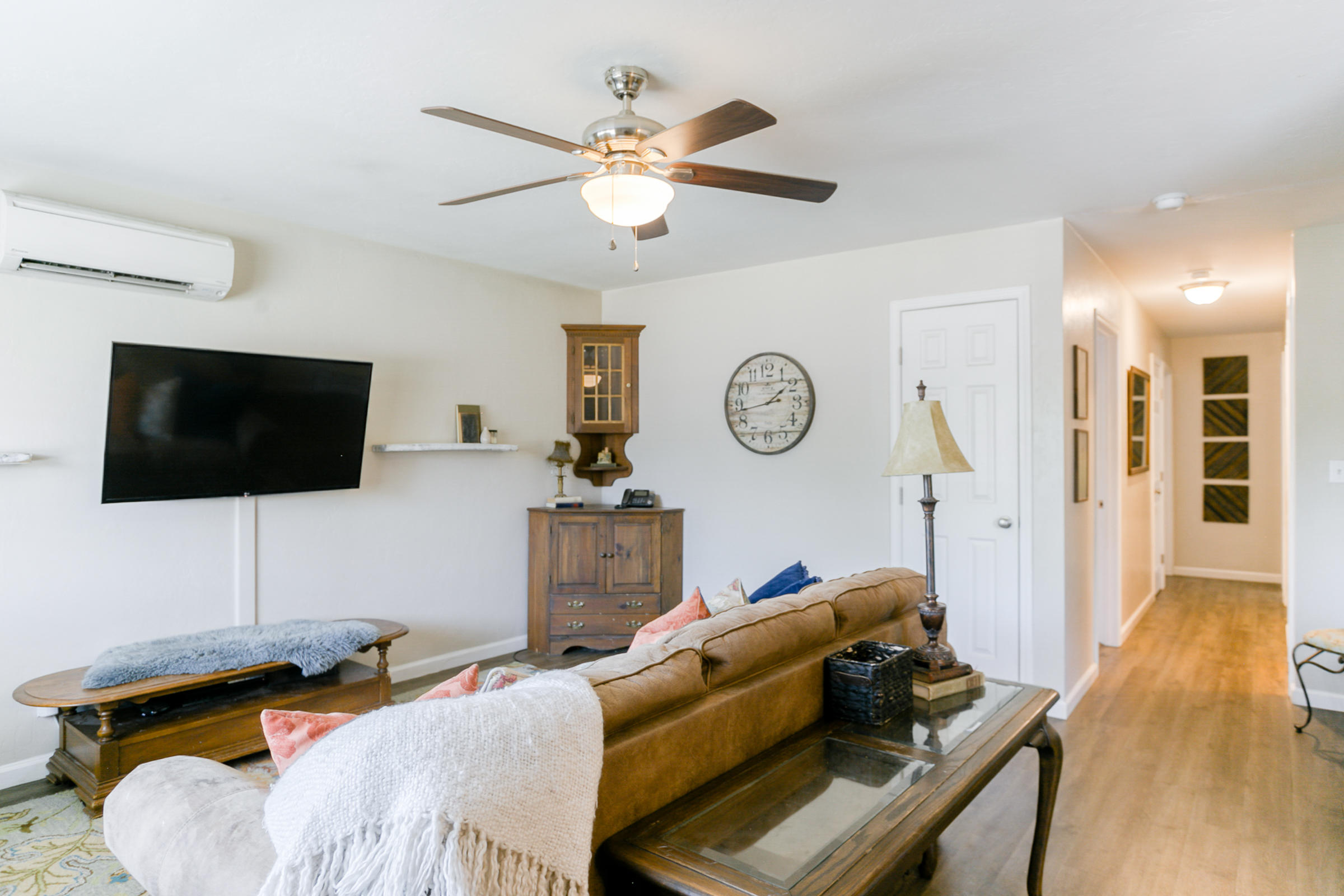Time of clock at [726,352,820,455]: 1:43
